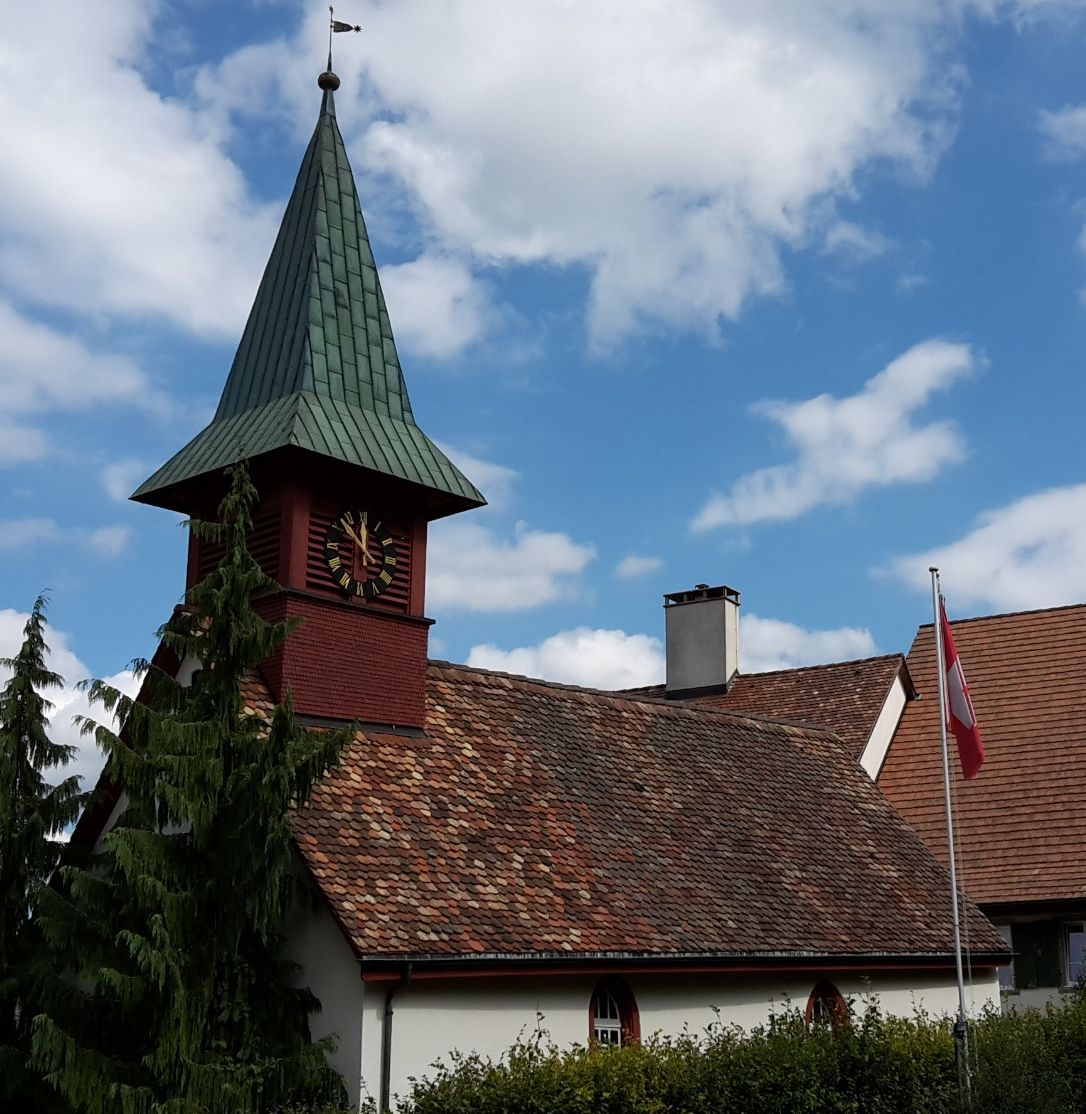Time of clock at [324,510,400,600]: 11:52
